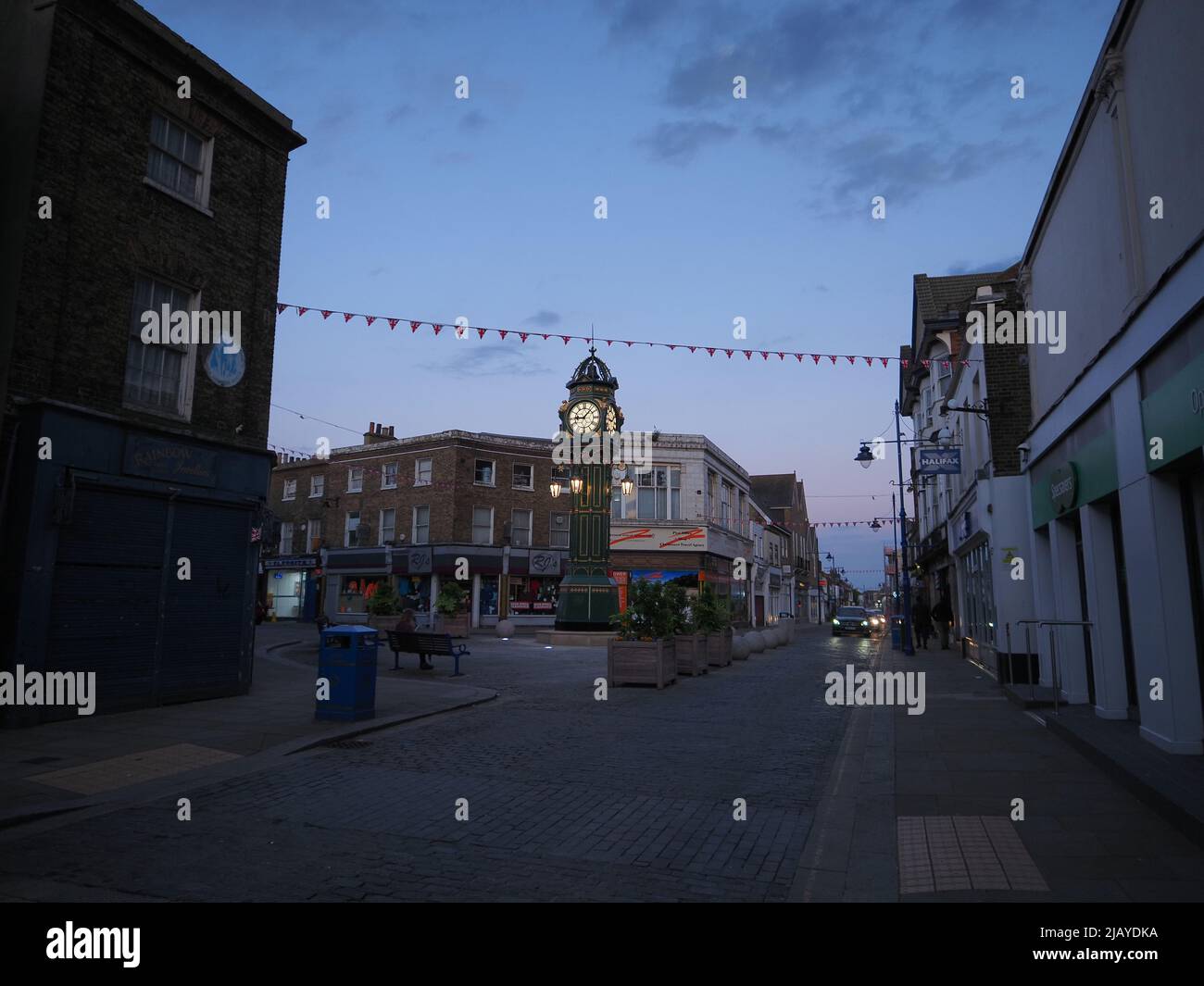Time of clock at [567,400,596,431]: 9:07
